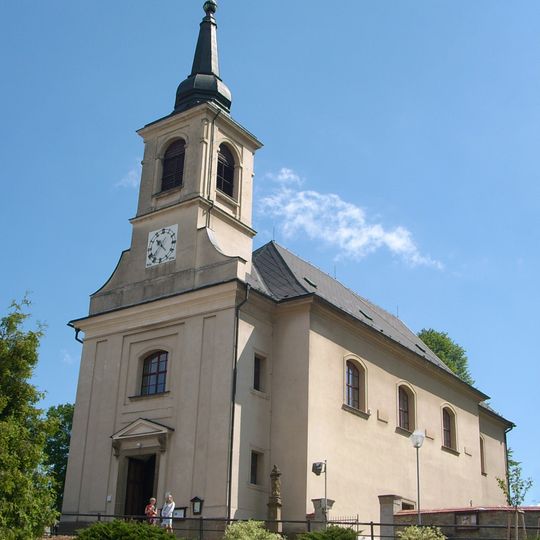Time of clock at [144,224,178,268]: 10:37
